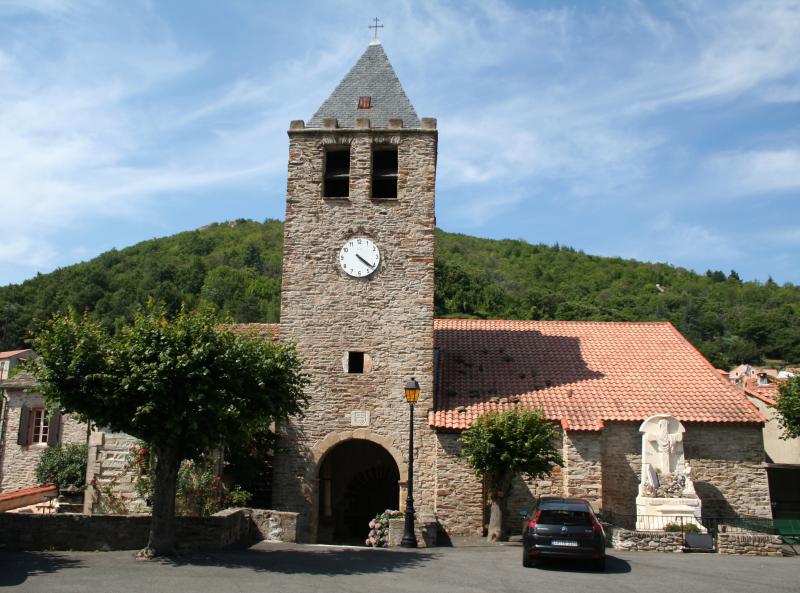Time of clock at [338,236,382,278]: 4:21
